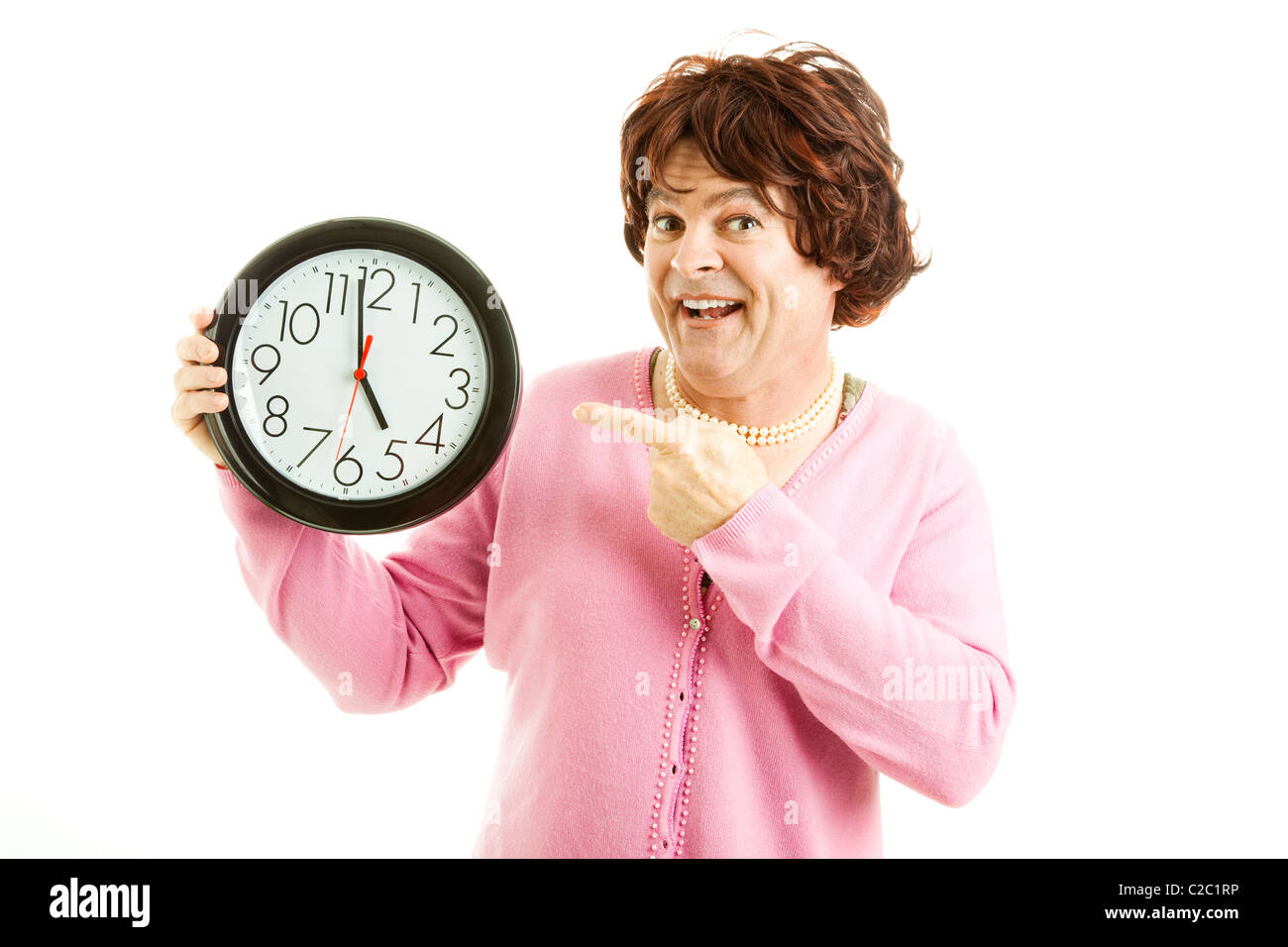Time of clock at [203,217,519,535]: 4:58
